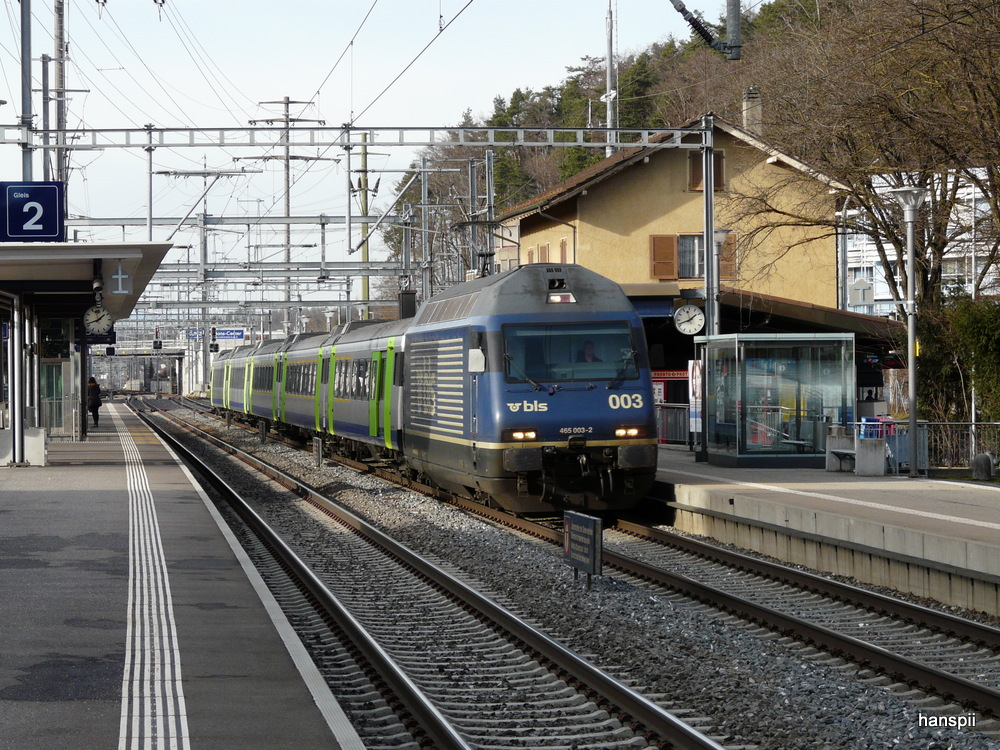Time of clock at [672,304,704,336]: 1:41
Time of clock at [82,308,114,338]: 1:41
